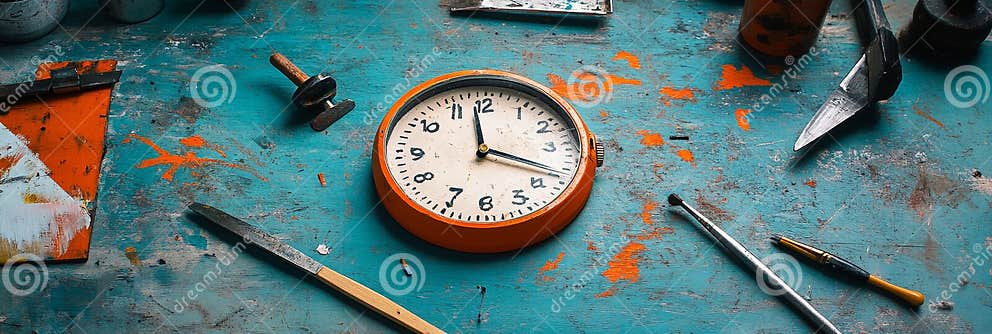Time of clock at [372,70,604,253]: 3:58
